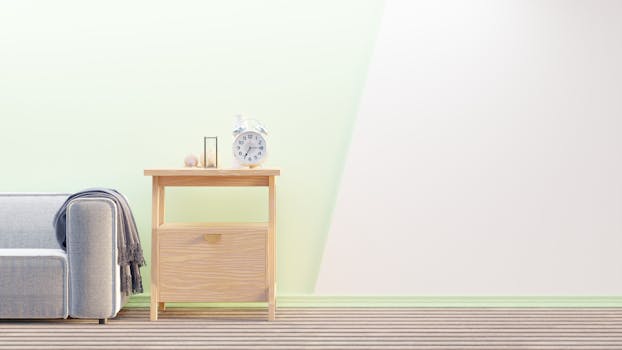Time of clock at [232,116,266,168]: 7:14
